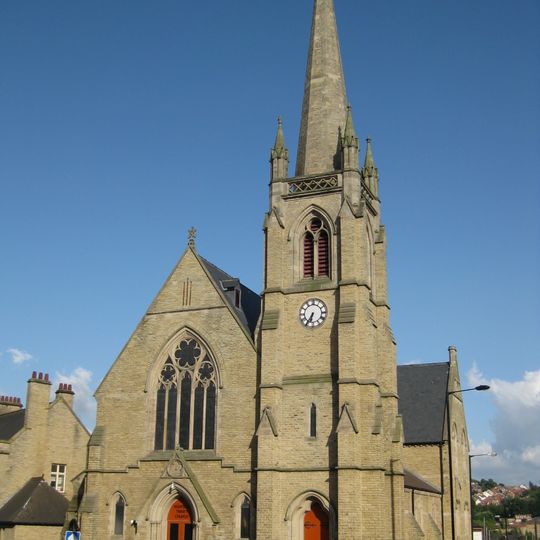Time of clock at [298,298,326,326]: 6:35
